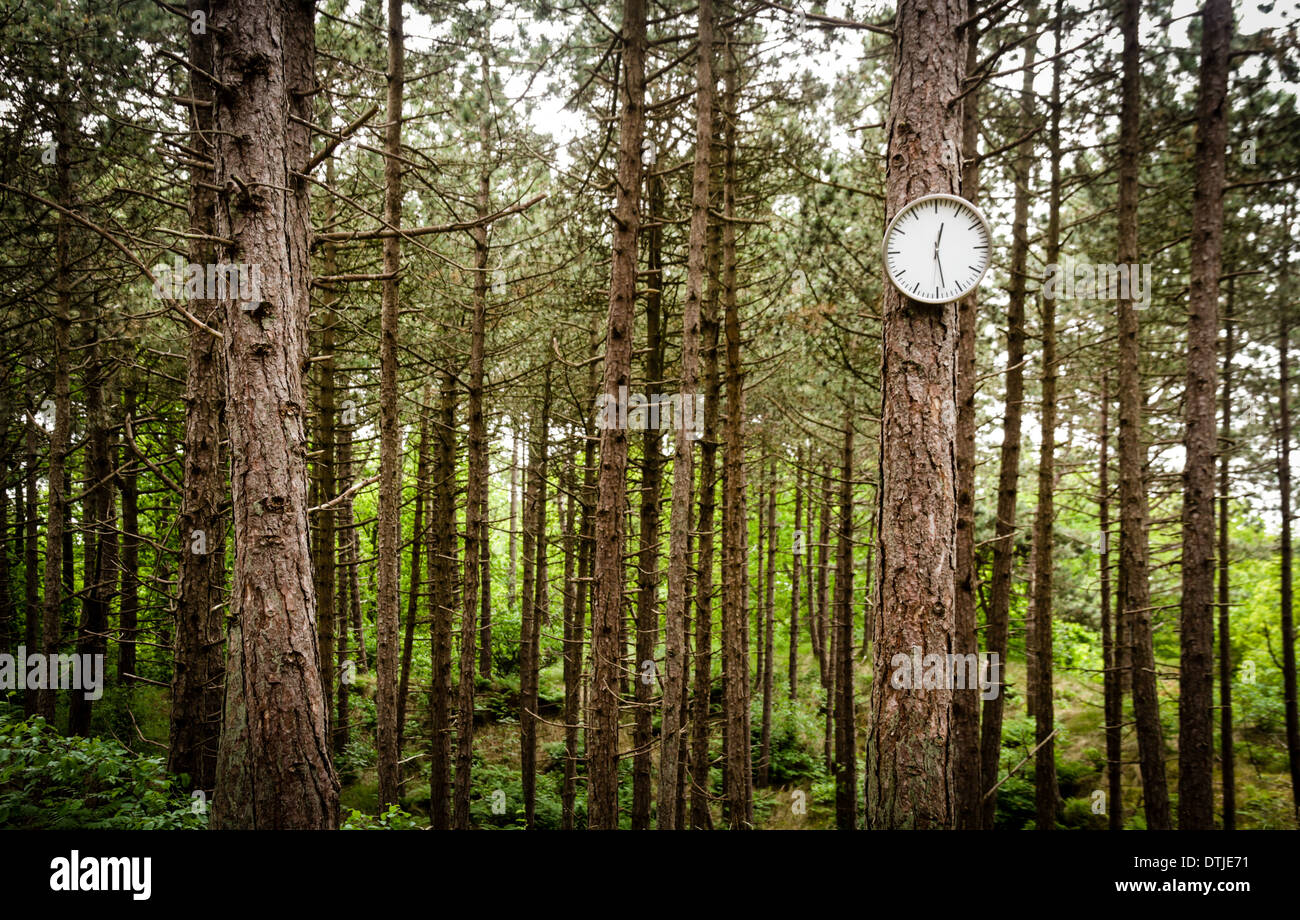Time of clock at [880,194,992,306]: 12:28
